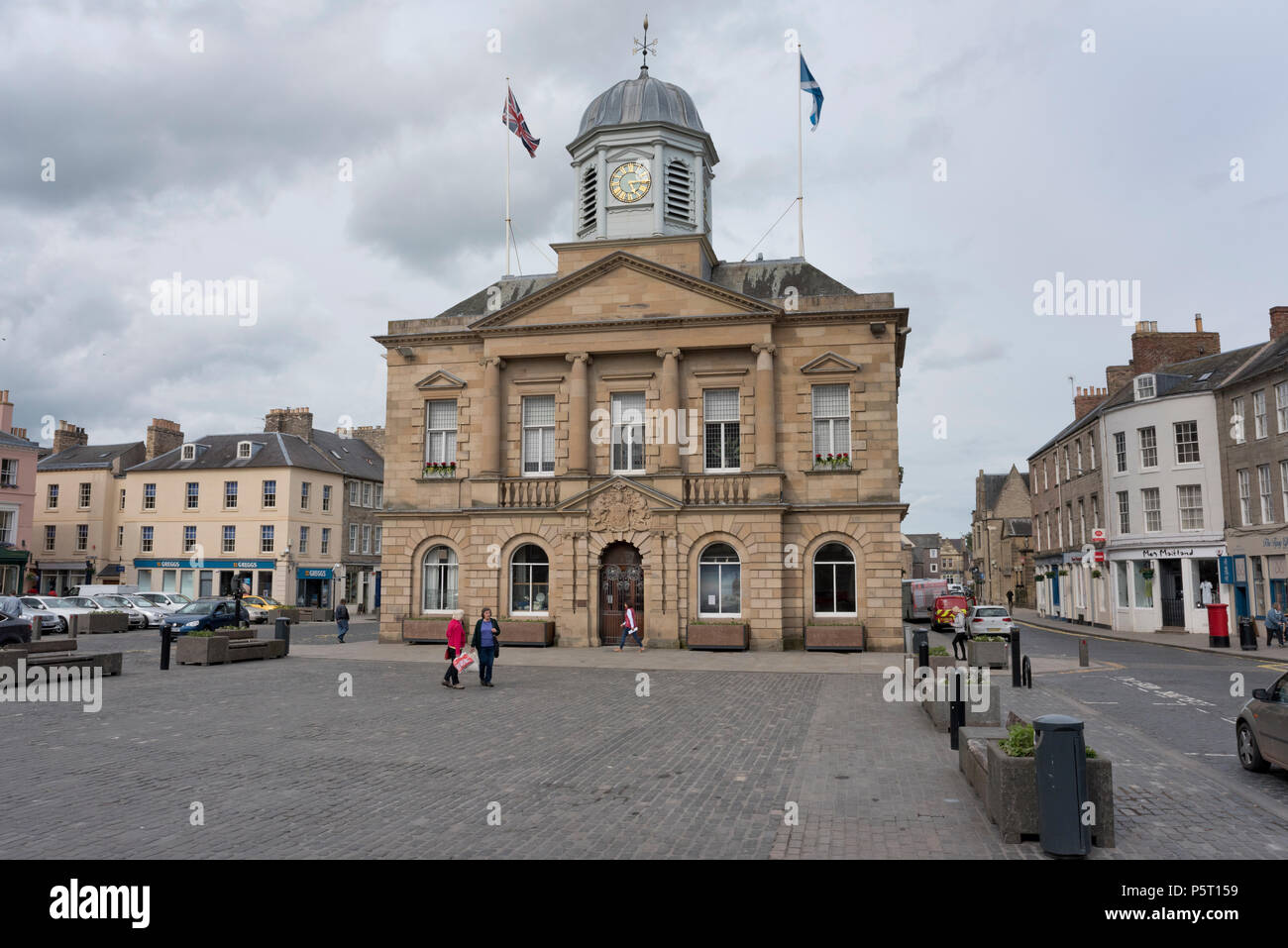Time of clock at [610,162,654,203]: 5:15
